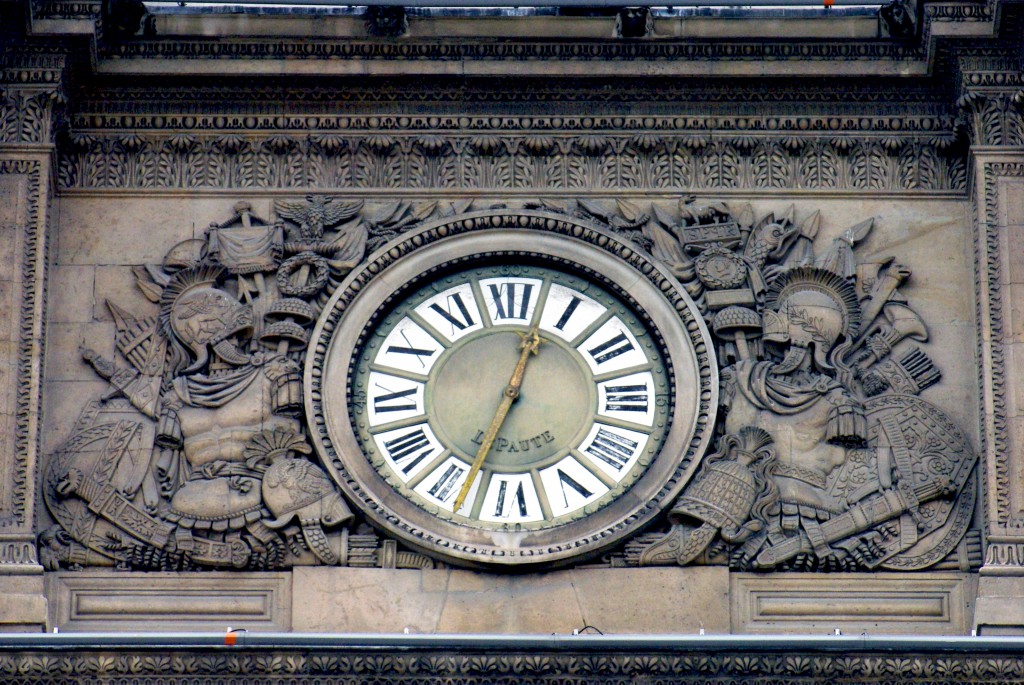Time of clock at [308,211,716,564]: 12:33
